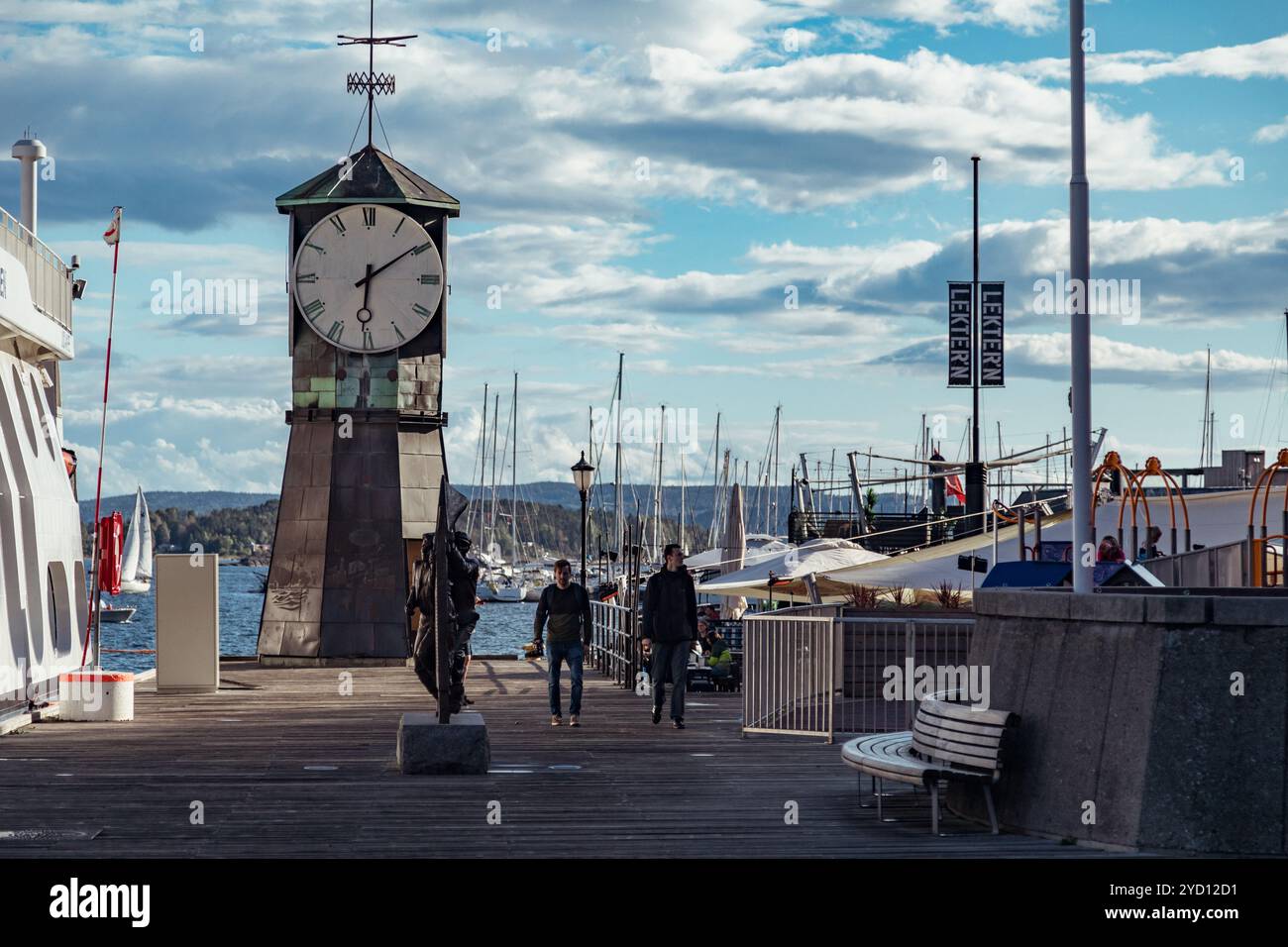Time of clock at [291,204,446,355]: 6:09
